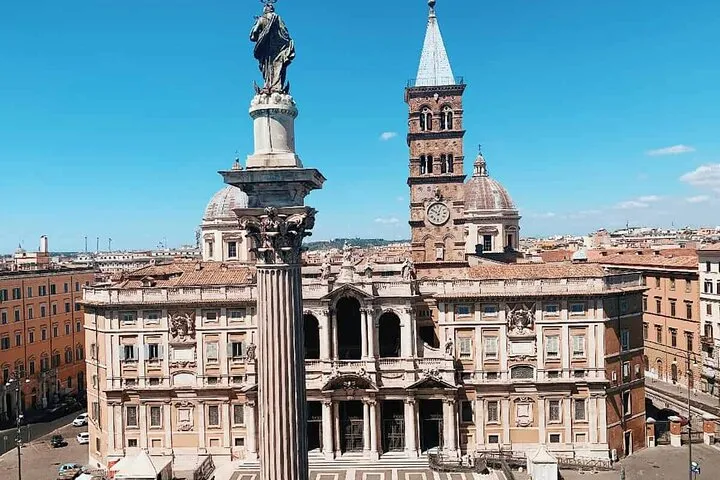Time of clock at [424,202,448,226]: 12:49
